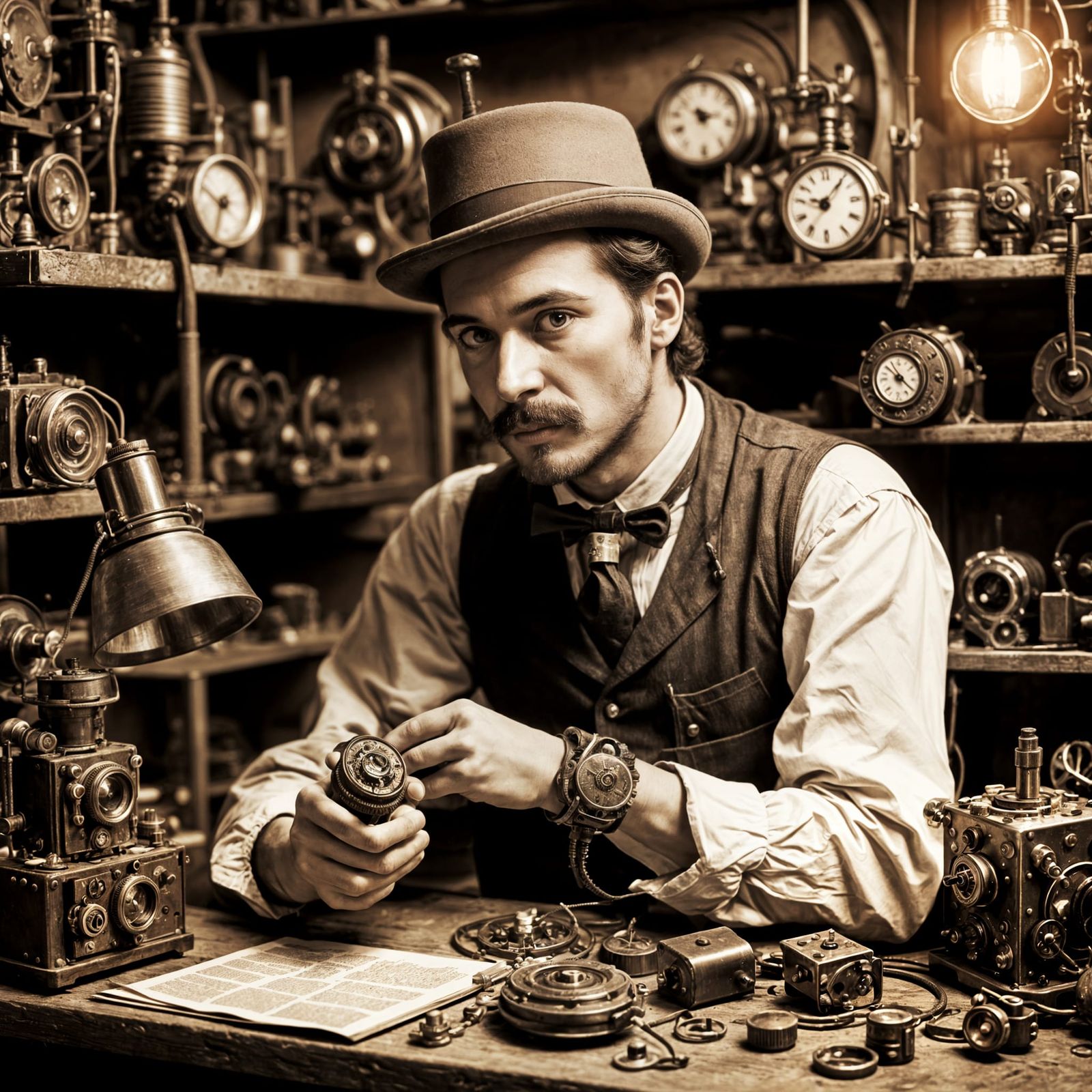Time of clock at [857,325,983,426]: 10:22
